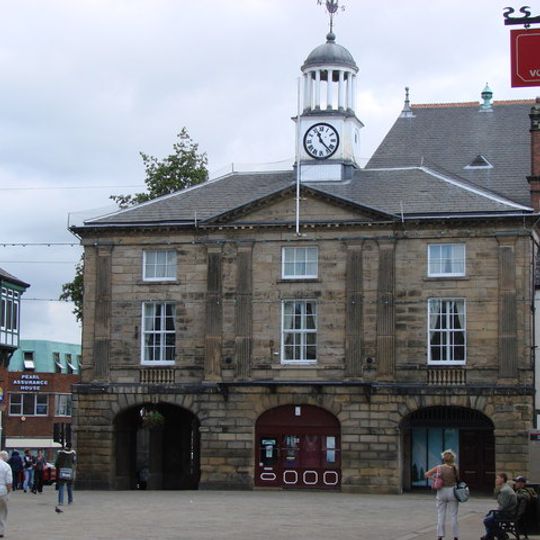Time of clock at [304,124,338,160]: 11:22
